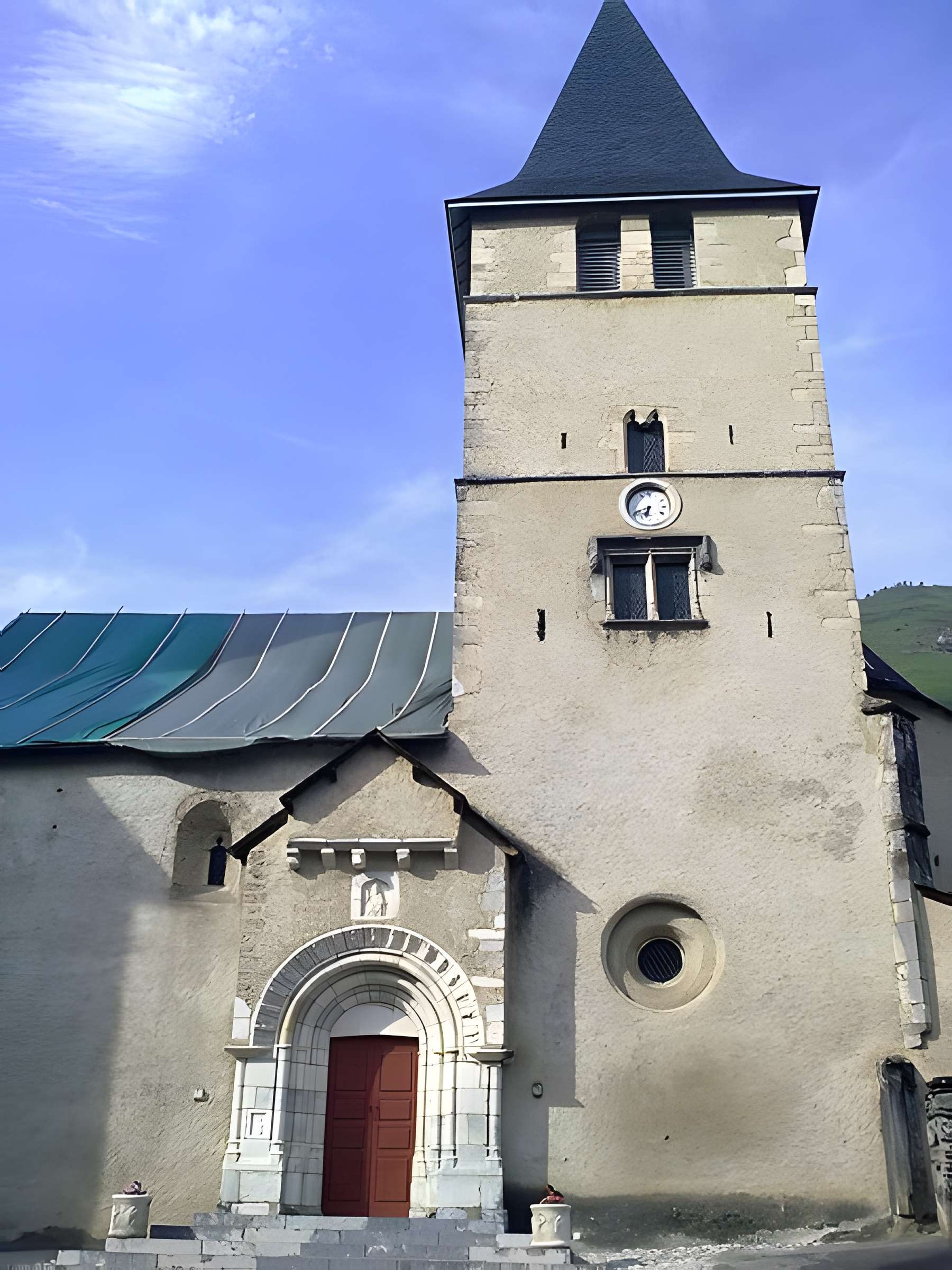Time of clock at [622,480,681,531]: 6:41
